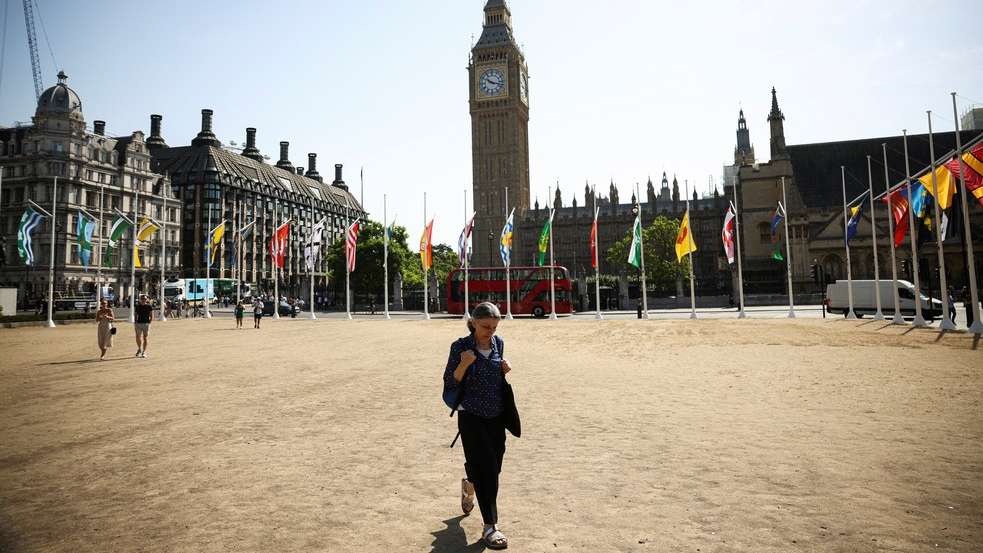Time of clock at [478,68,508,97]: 10:17
